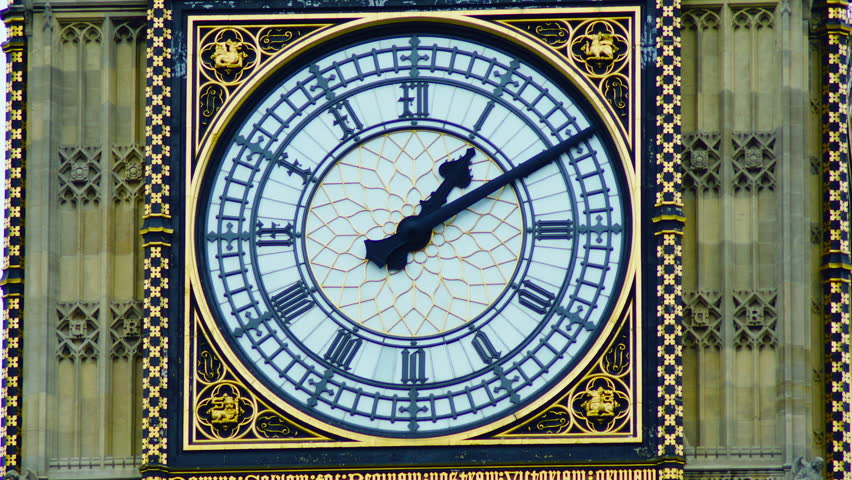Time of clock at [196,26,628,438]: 1:09
